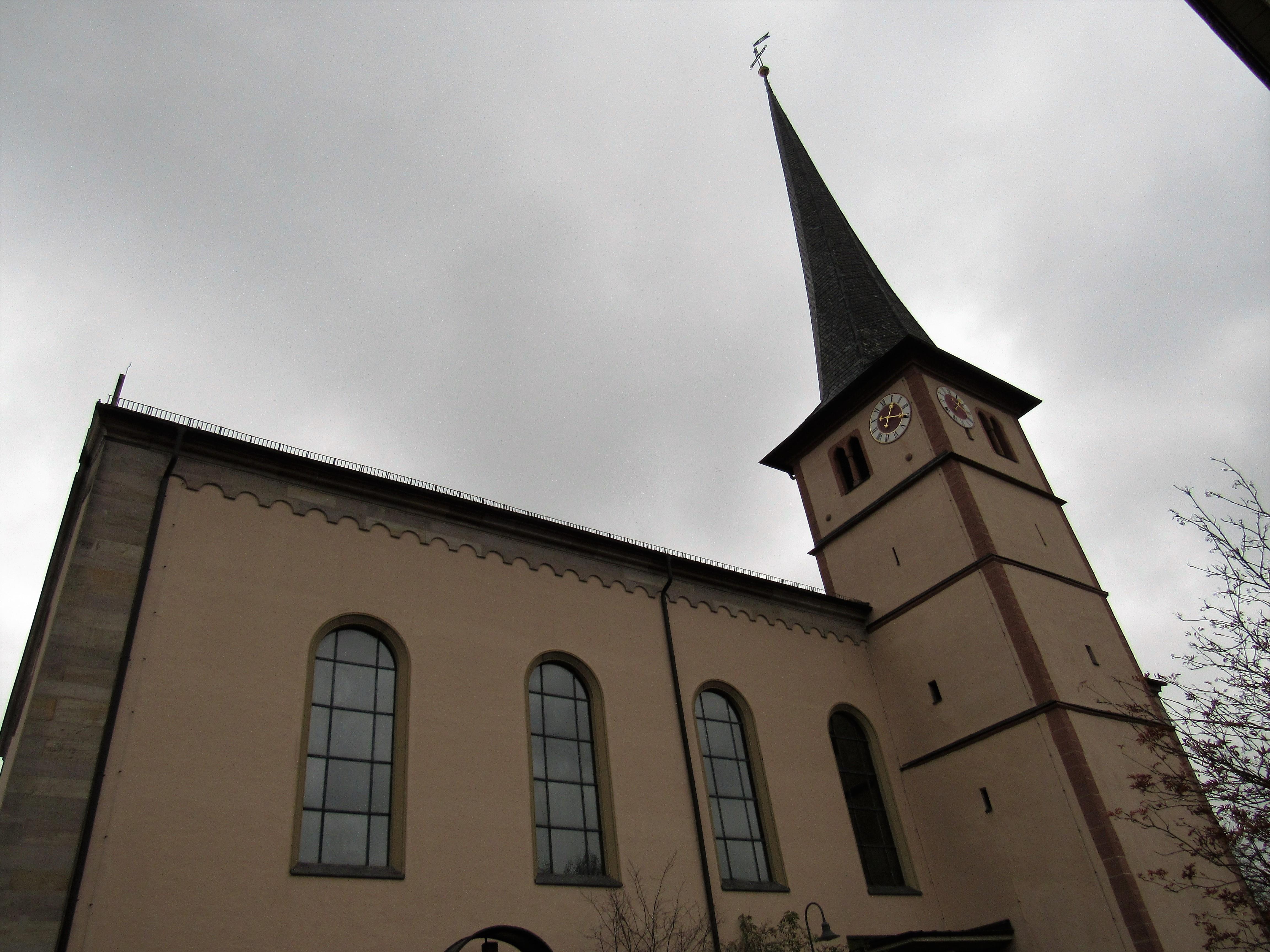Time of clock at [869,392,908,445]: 12:14
